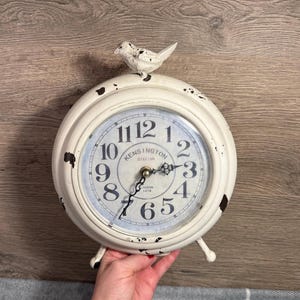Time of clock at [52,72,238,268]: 2:34
